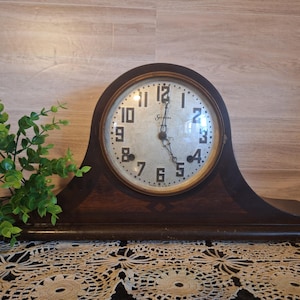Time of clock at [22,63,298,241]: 5:01
